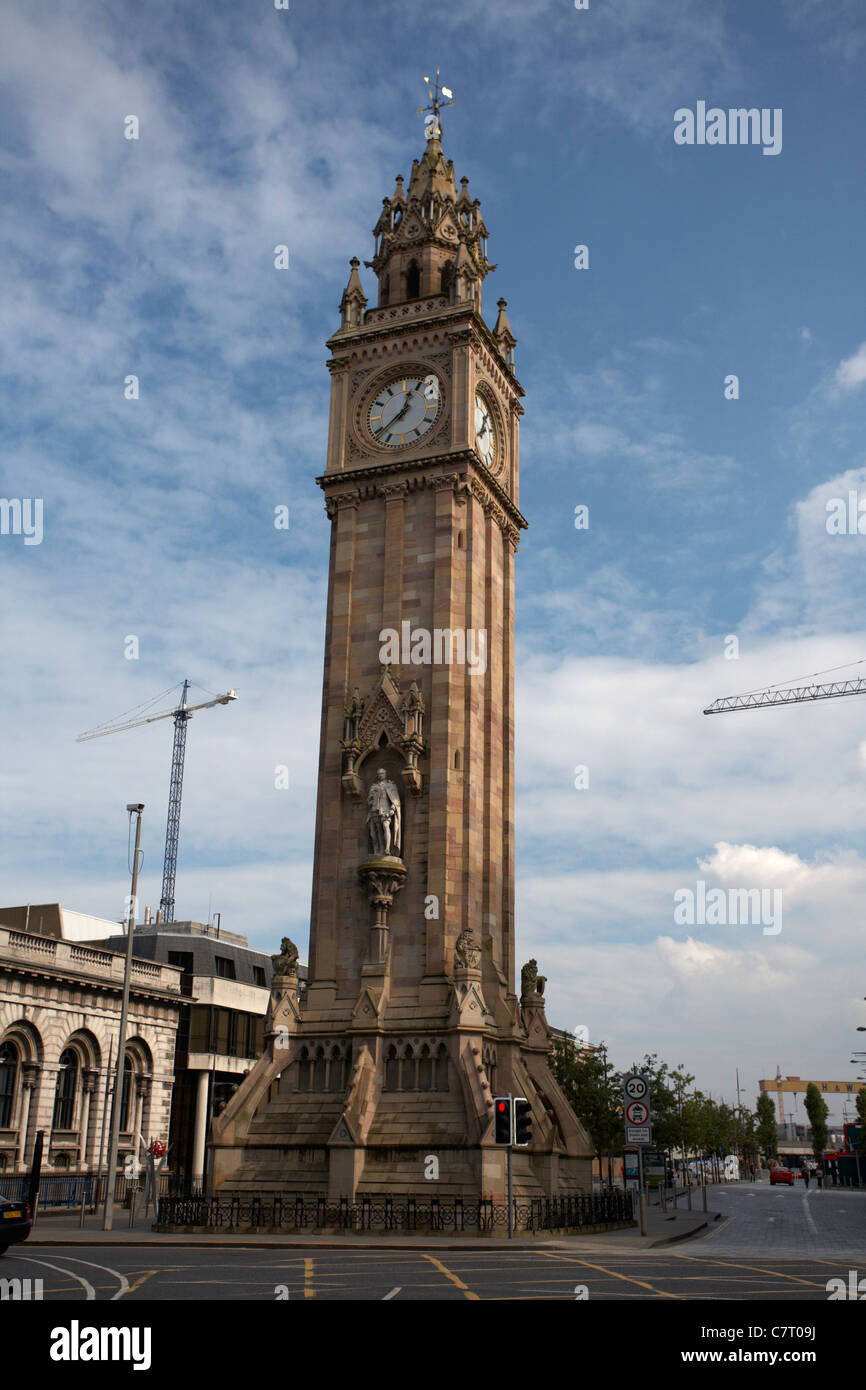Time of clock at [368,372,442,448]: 12:38
